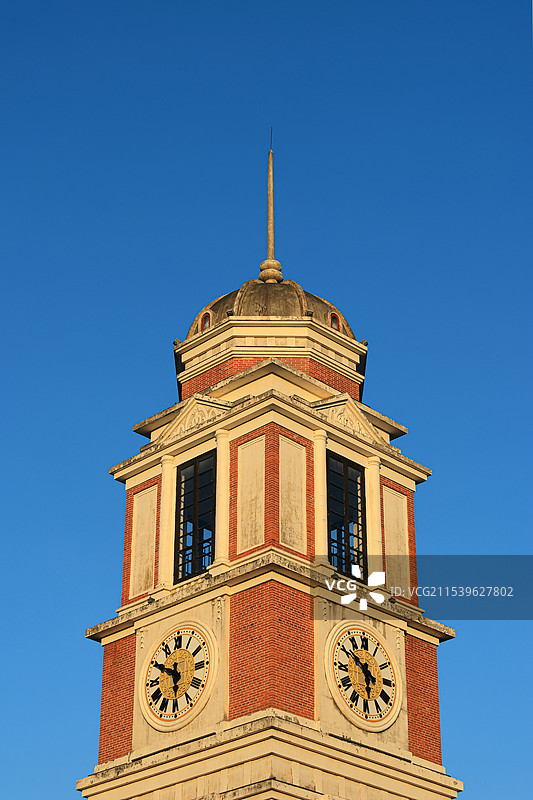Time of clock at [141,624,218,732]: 5:49
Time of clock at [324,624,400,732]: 5:50
